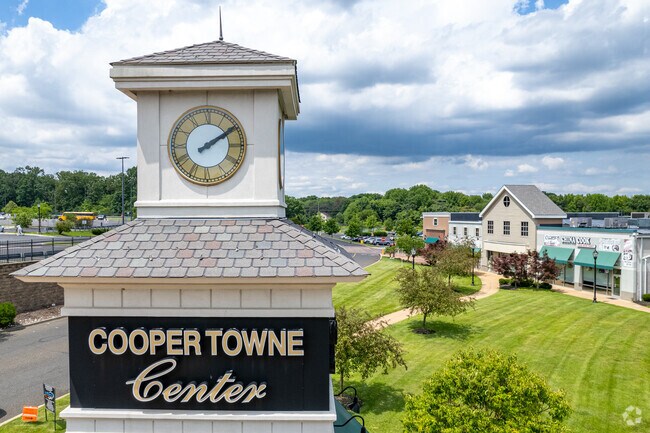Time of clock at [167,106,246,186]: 2:09
